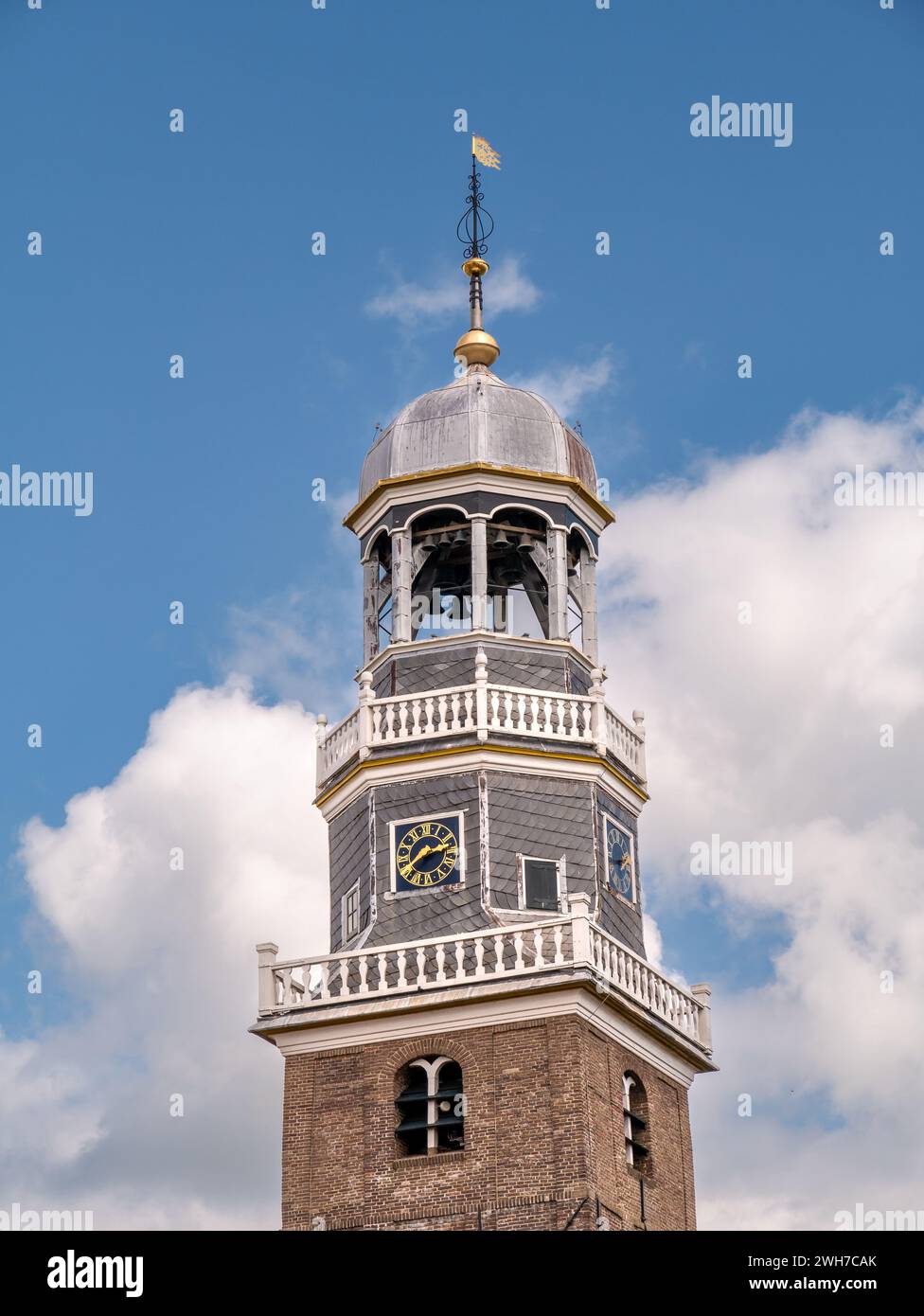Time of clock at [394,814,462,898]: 2:38
